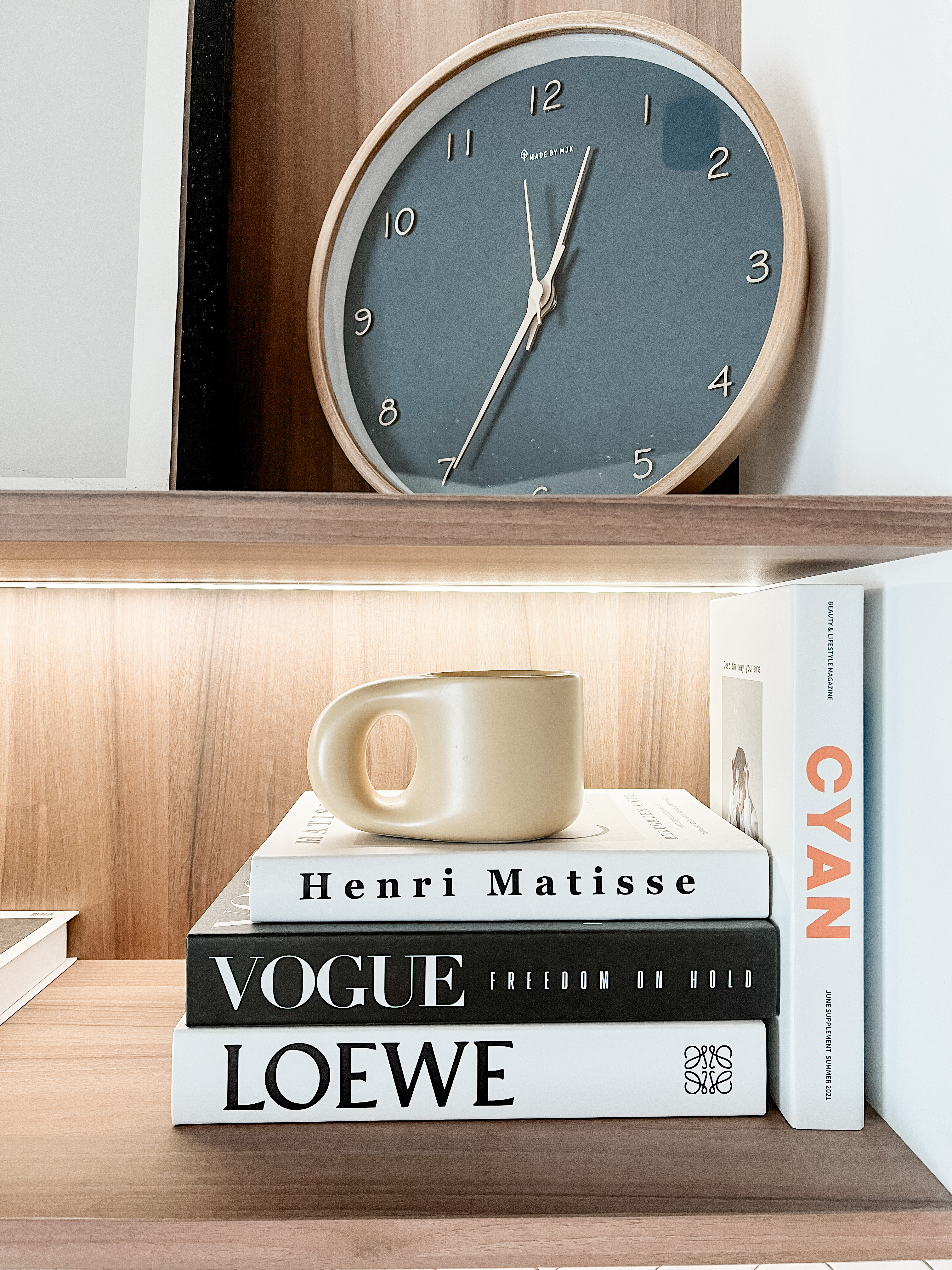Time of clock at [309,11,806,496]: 12:34
